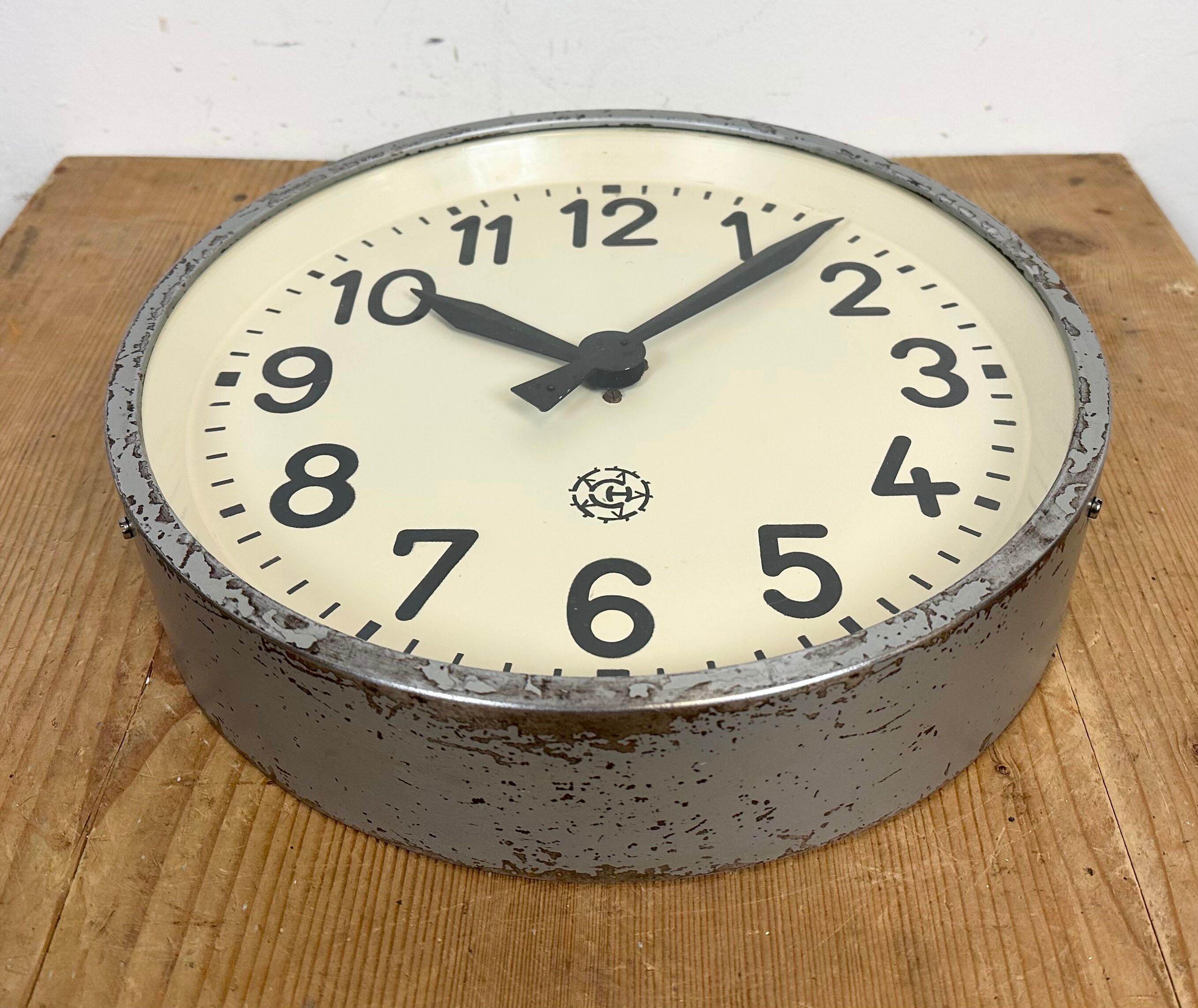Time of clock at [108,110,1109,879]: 10:07
